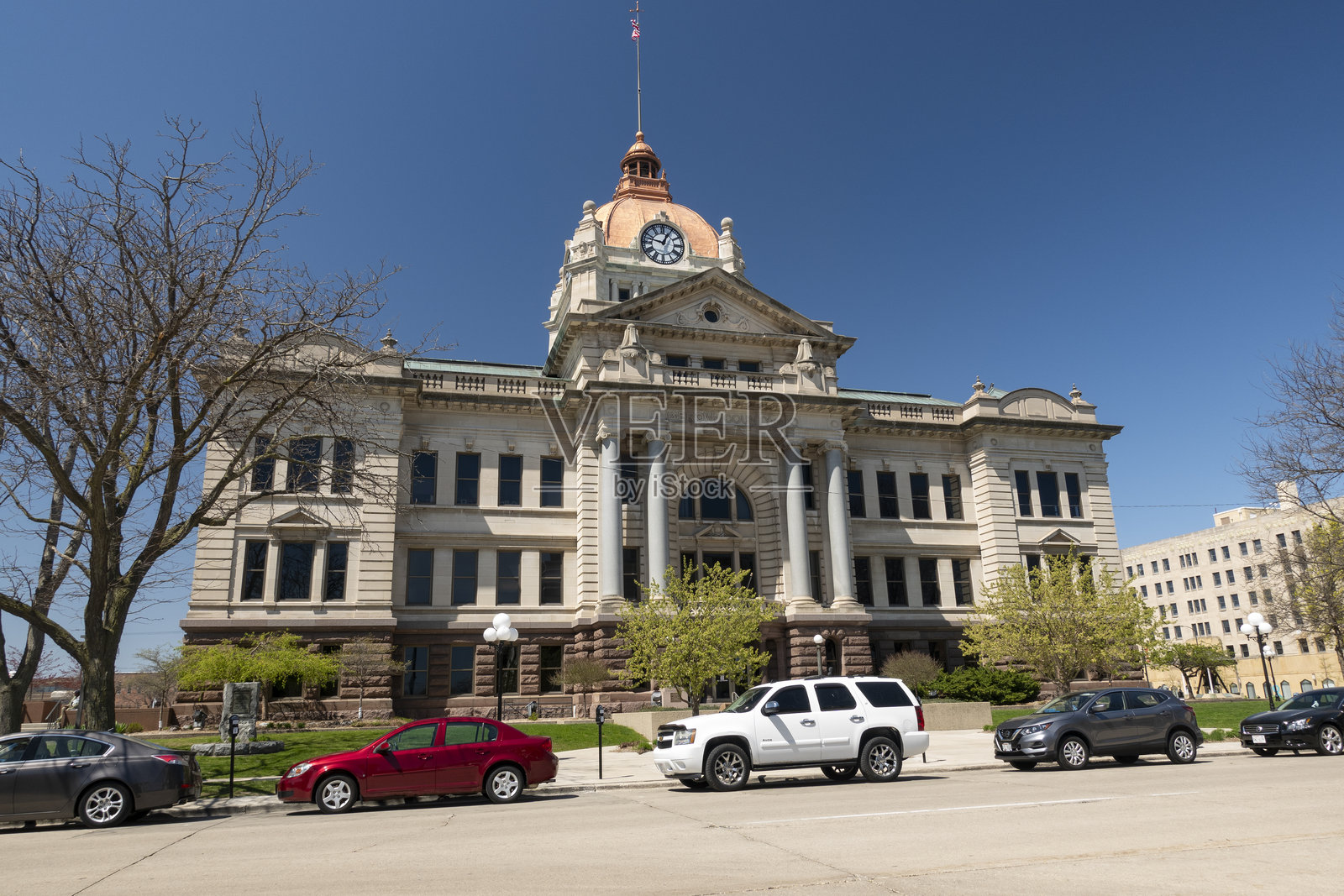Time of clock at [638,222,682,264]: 12:47
